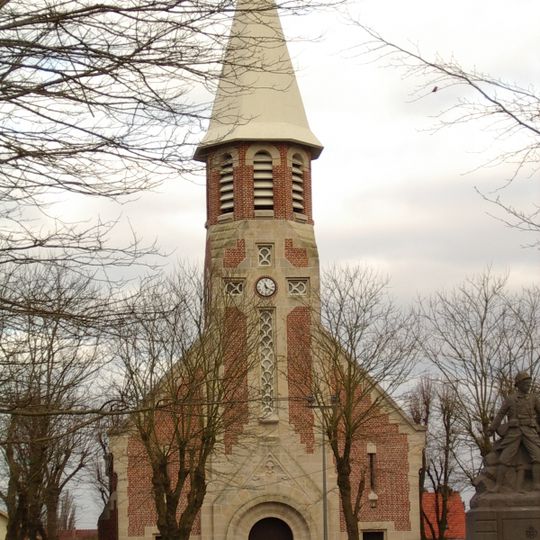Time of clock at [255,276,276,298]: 11:19
